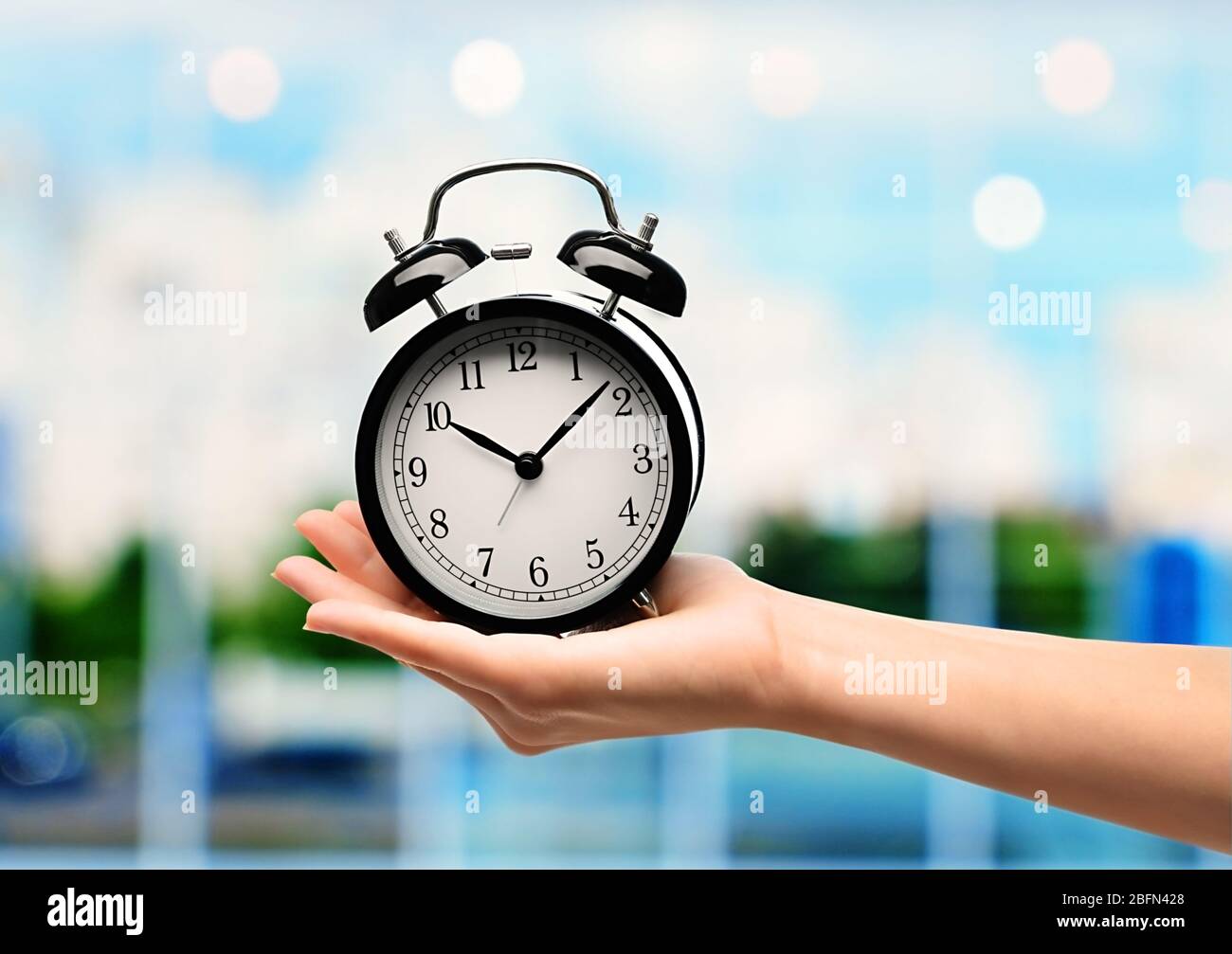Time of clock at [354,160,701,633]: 10:07
